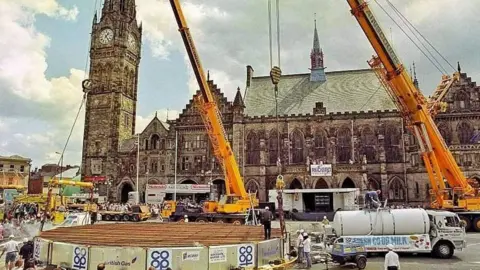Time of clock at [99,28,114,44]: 1:23
